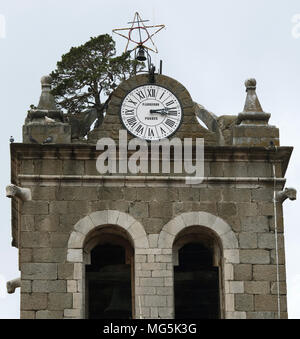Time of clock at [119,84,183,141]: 3:12
